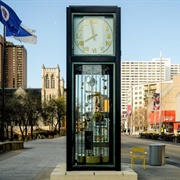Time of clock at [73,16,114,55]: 7:58
